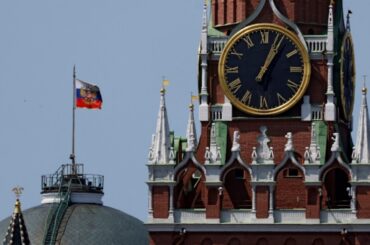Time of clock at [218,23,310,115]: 1:03
